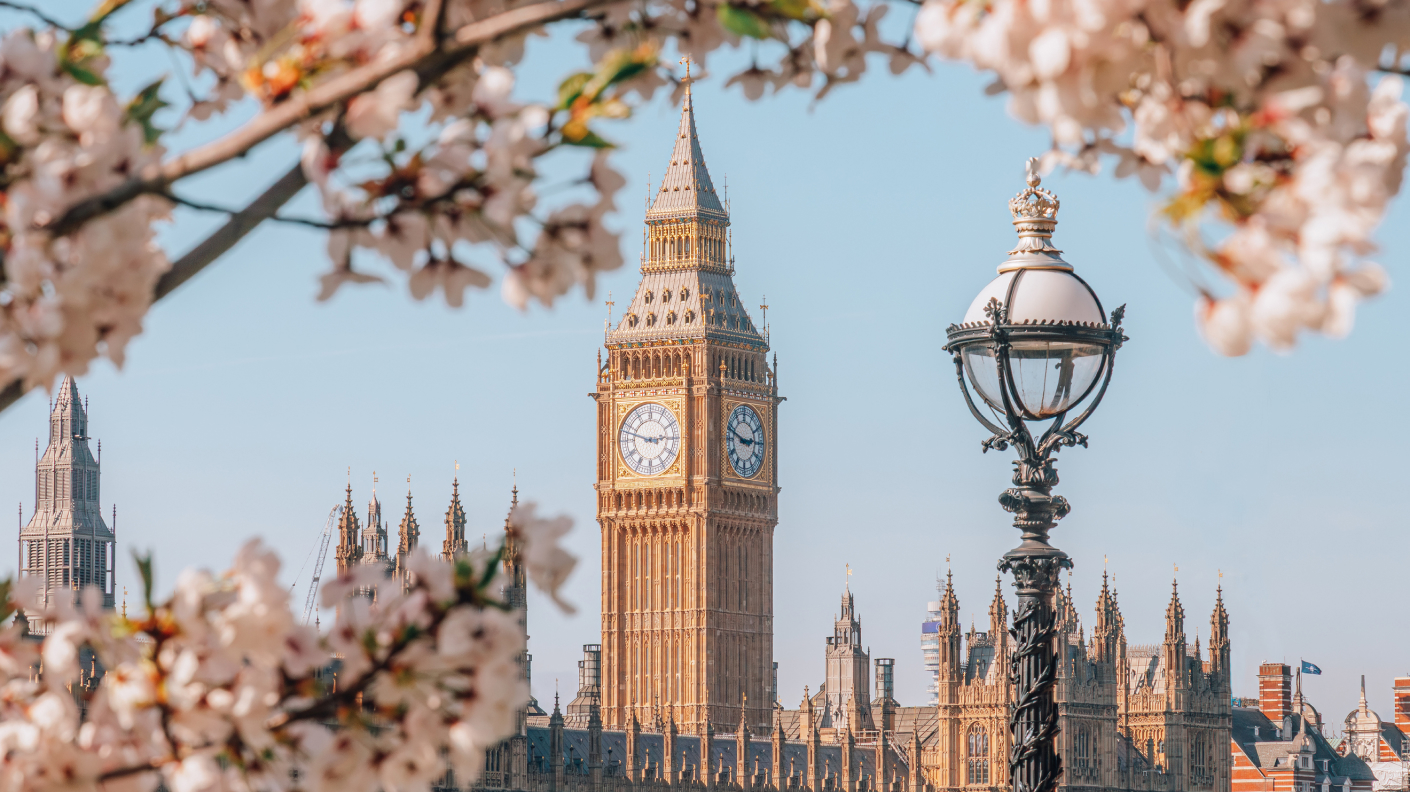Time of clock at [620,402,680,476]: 2:47
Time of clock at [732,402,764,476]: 2:48
